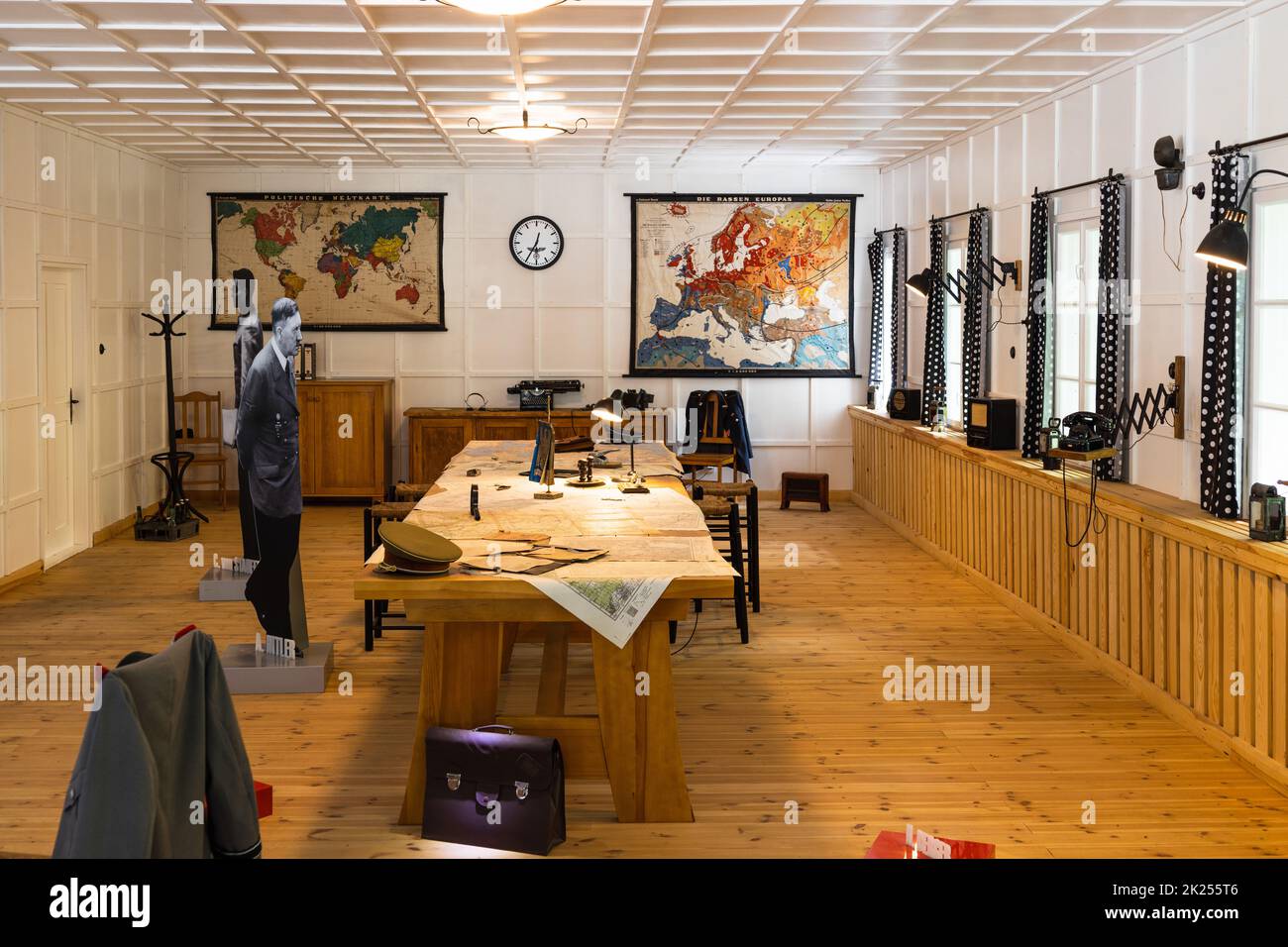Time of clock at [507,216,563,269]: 12:34
